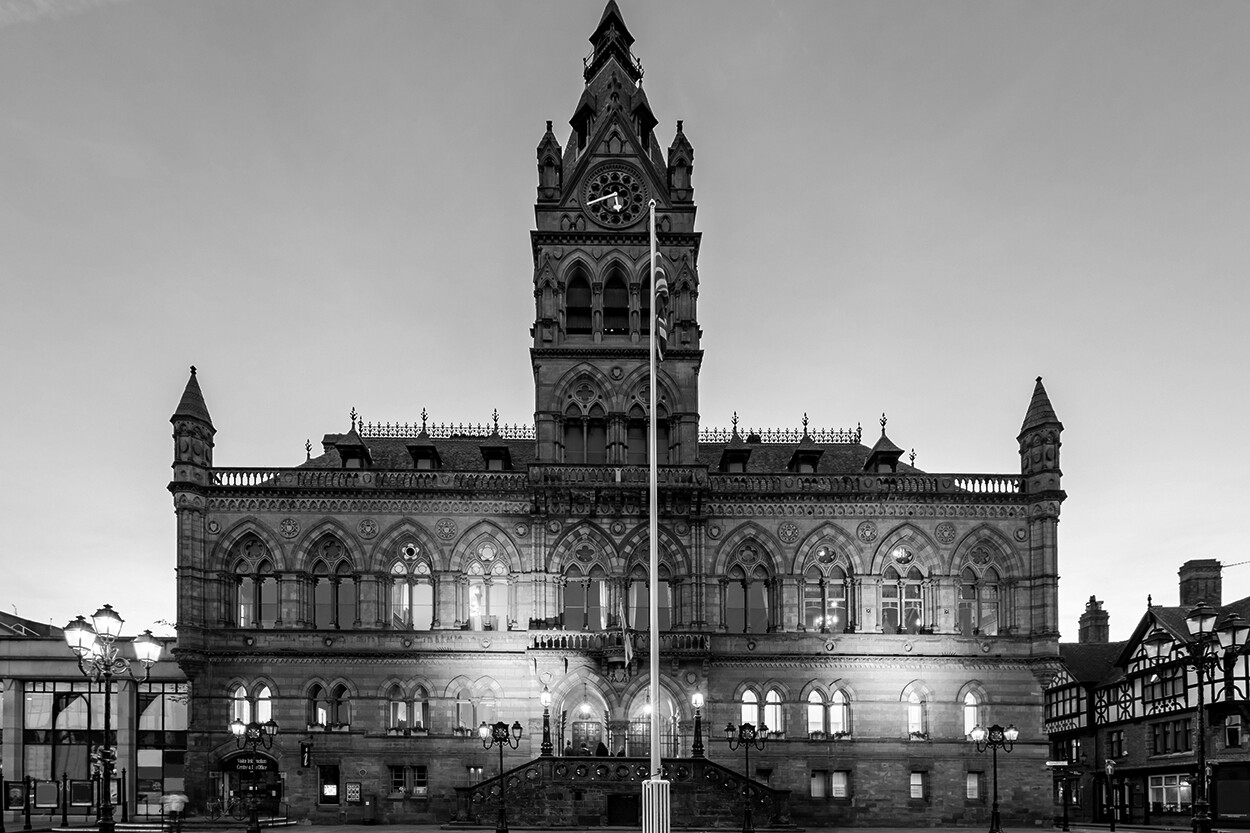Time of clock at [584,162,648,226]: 5:40
